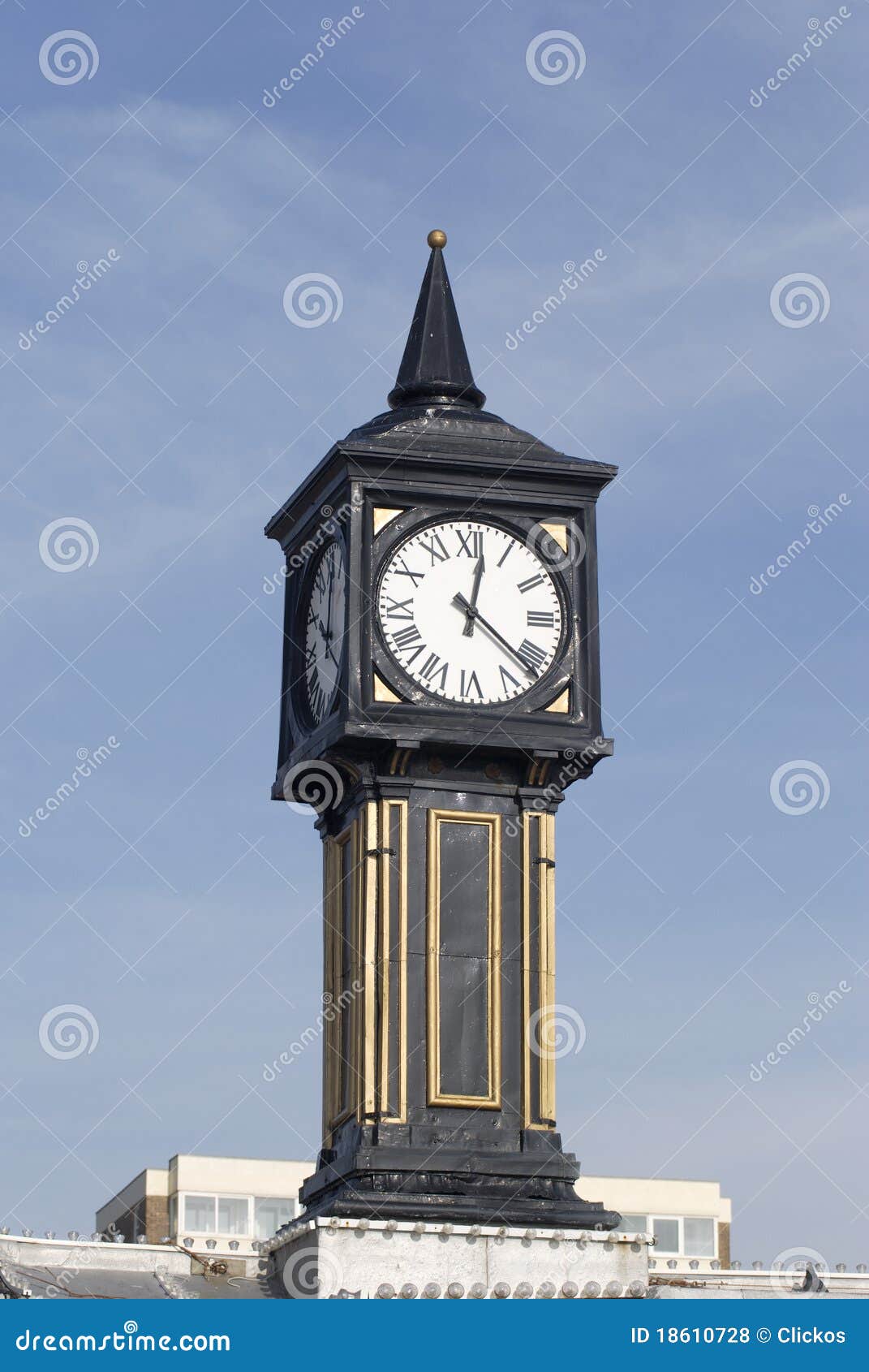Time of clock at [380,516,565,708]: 12:21
